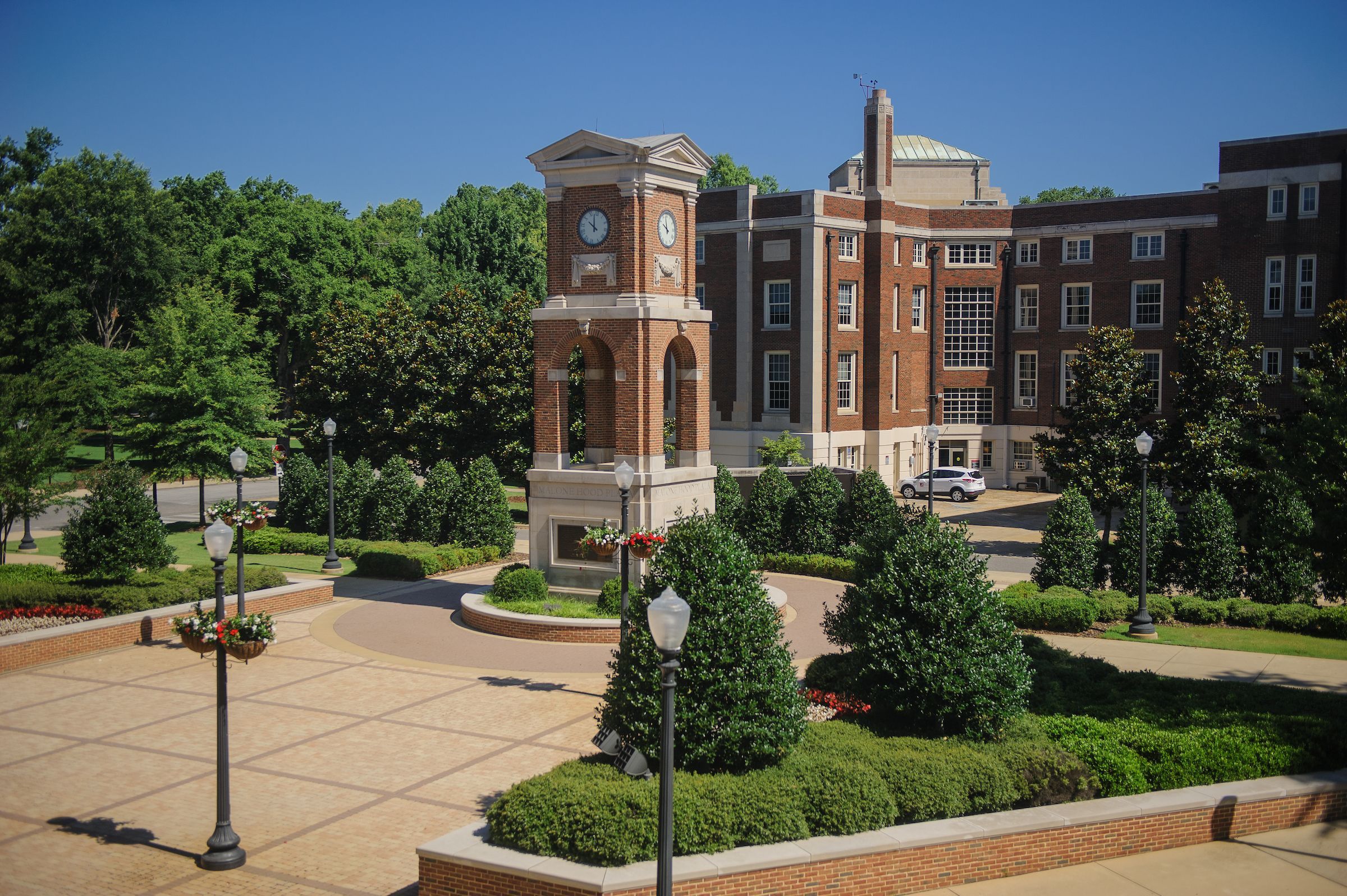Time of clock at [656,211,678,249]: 9:58
